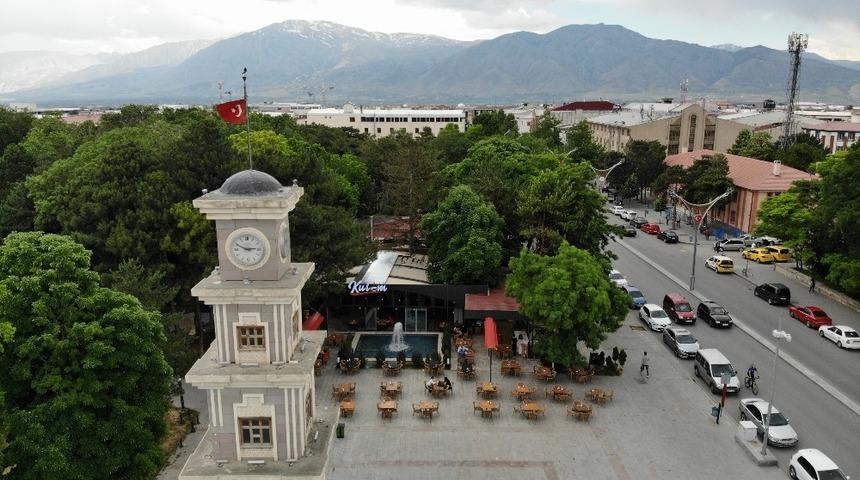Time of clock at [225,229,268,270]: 2:49
